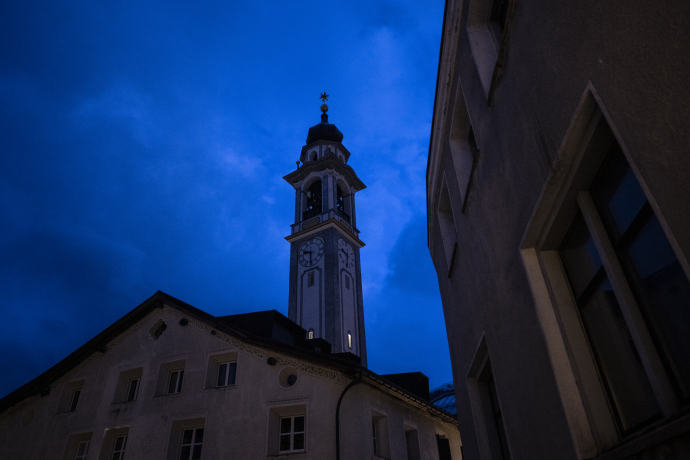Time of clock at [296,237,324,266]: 9:30
